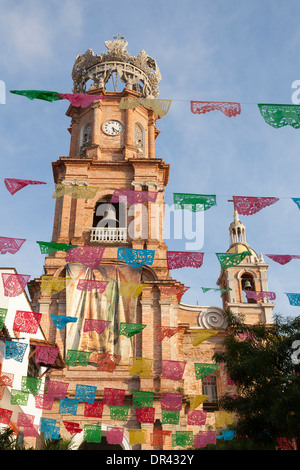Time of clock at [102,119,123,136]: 5:21
